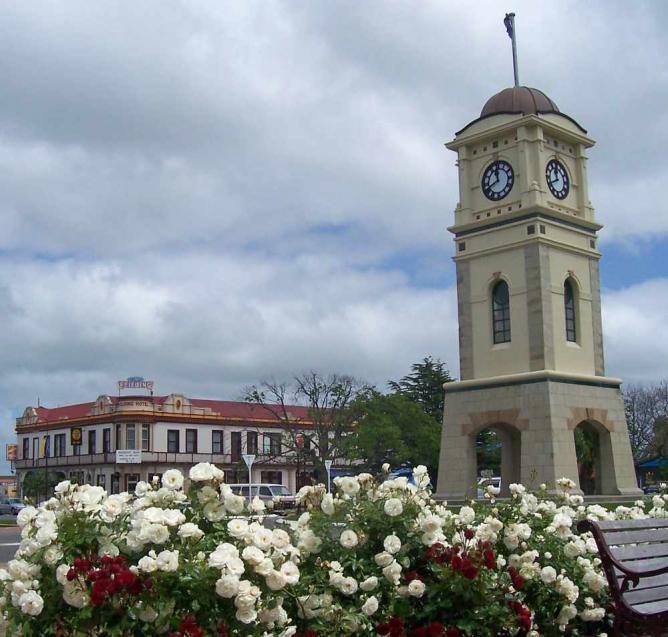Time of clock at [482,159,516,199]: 11:40
